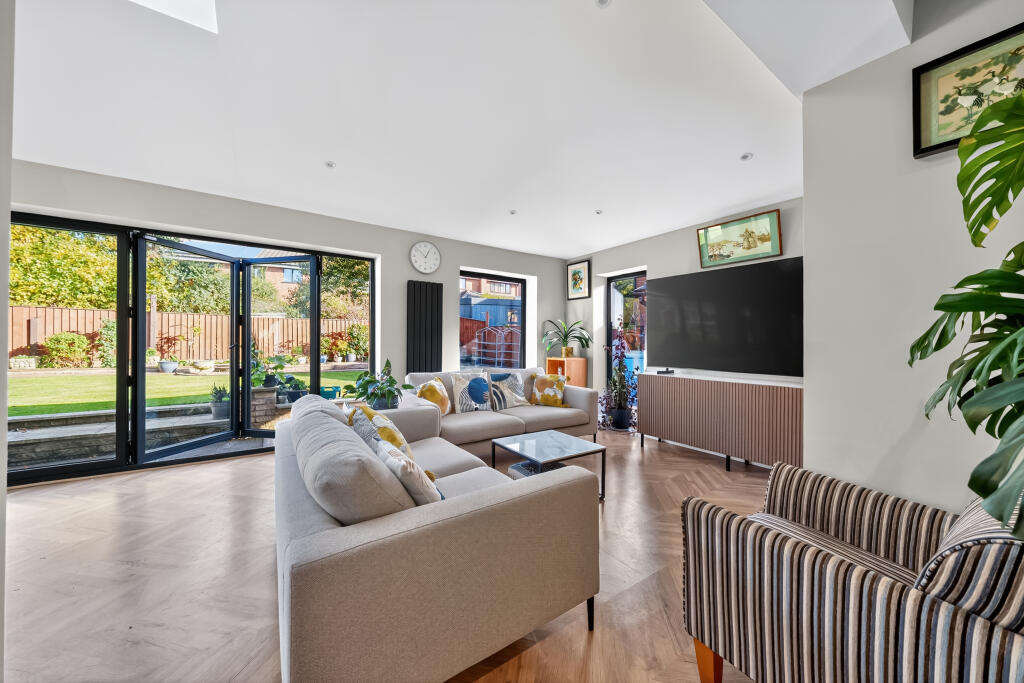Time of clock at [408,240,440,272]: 12:52
